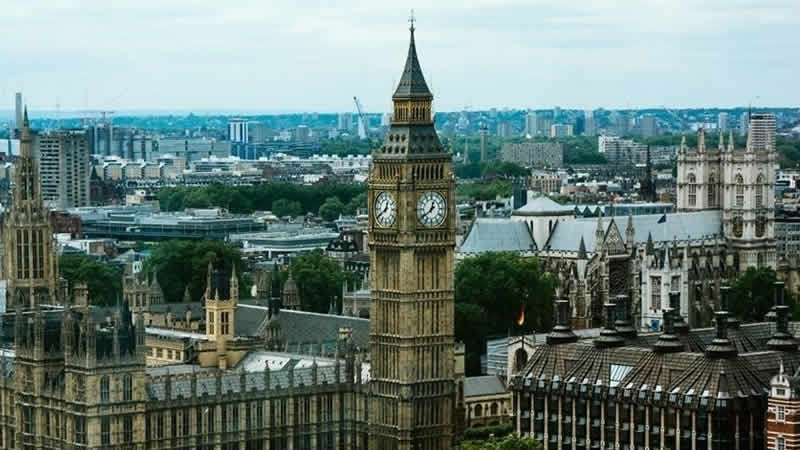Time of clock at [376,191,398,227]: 12:39
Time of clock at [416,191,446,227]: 12:39
